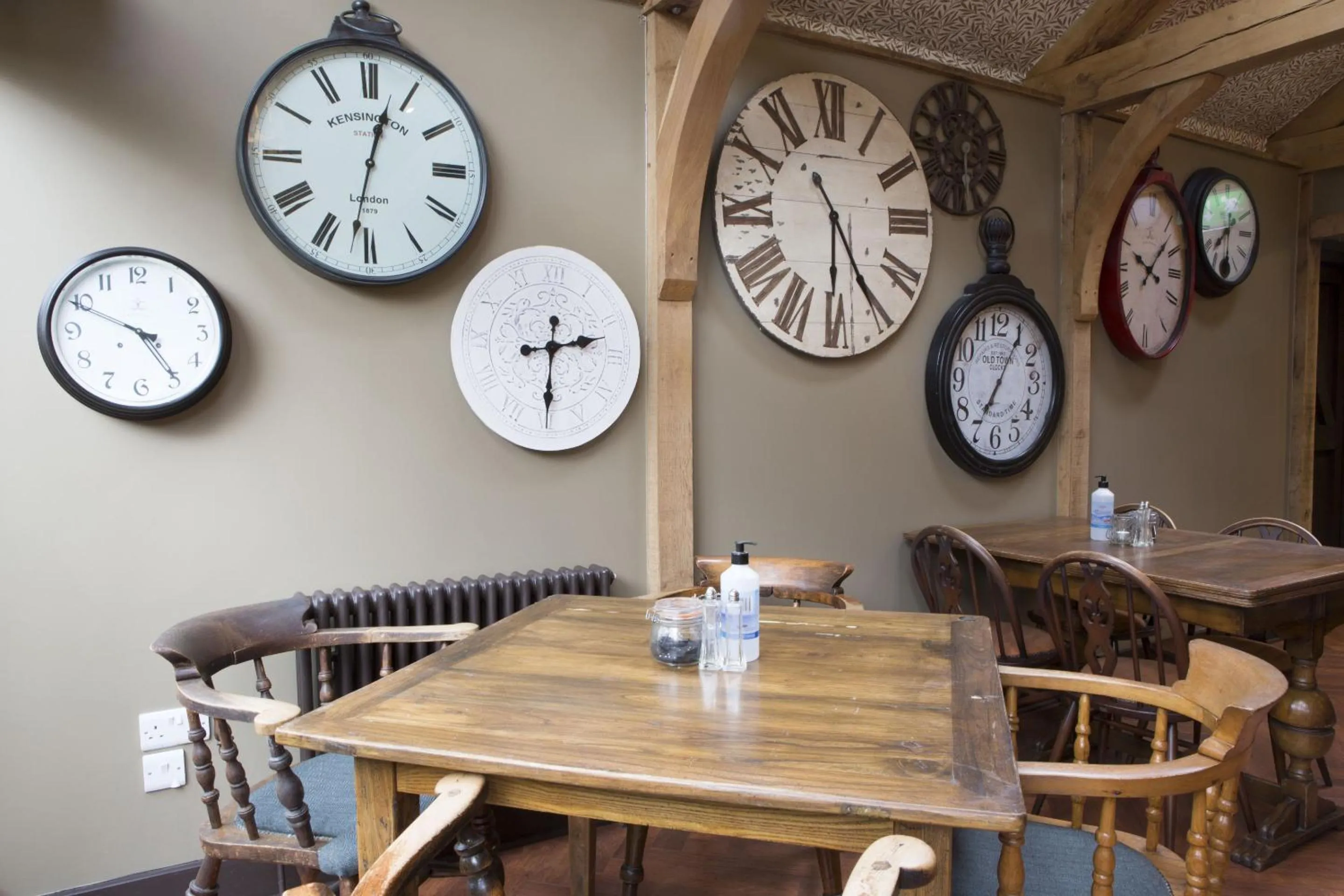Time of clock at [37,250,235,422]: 4:49
